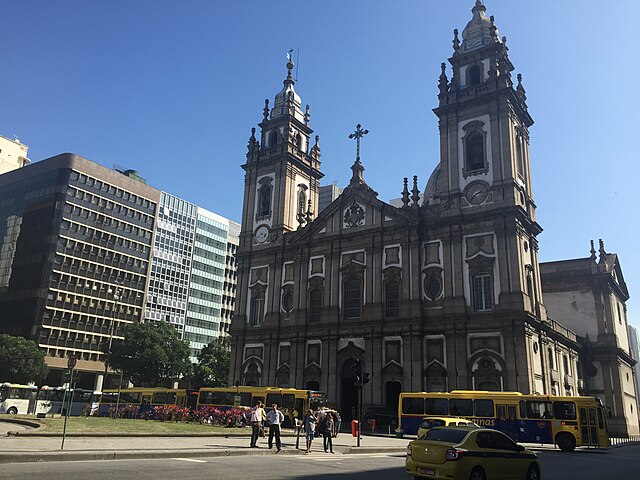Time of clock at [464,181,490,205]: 2:36
